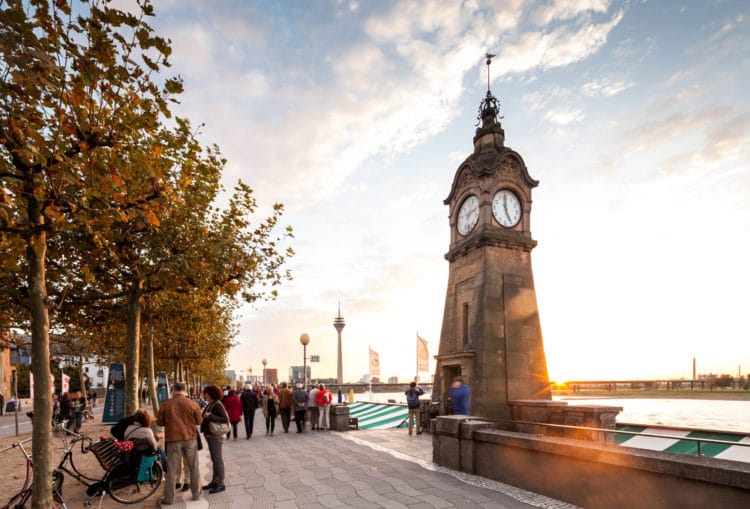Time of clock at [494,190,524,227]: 4:59
